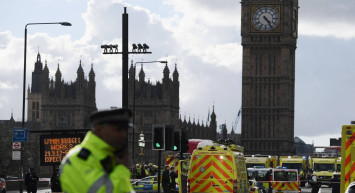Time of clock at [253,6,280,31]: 4:23
